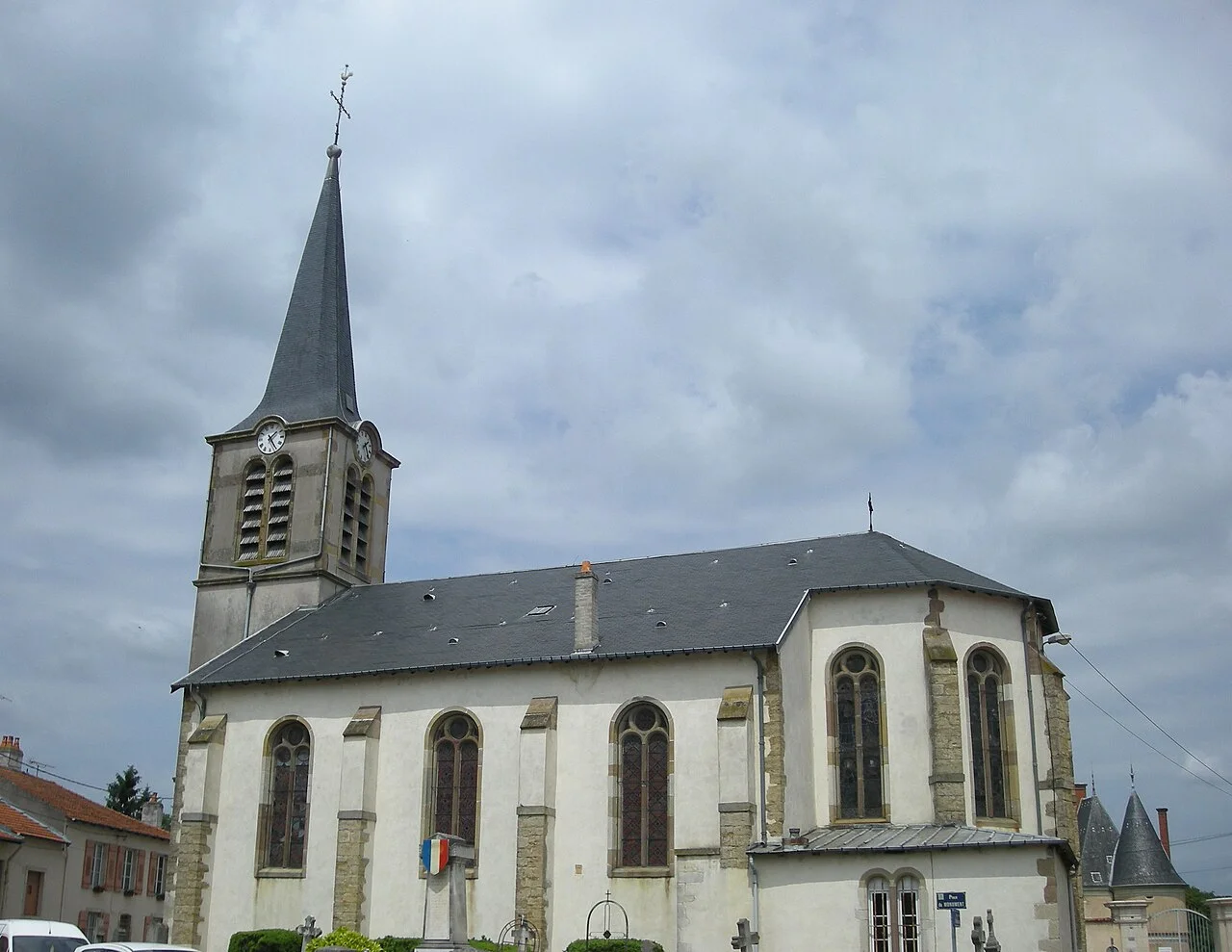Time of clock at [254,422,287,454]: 1:24
